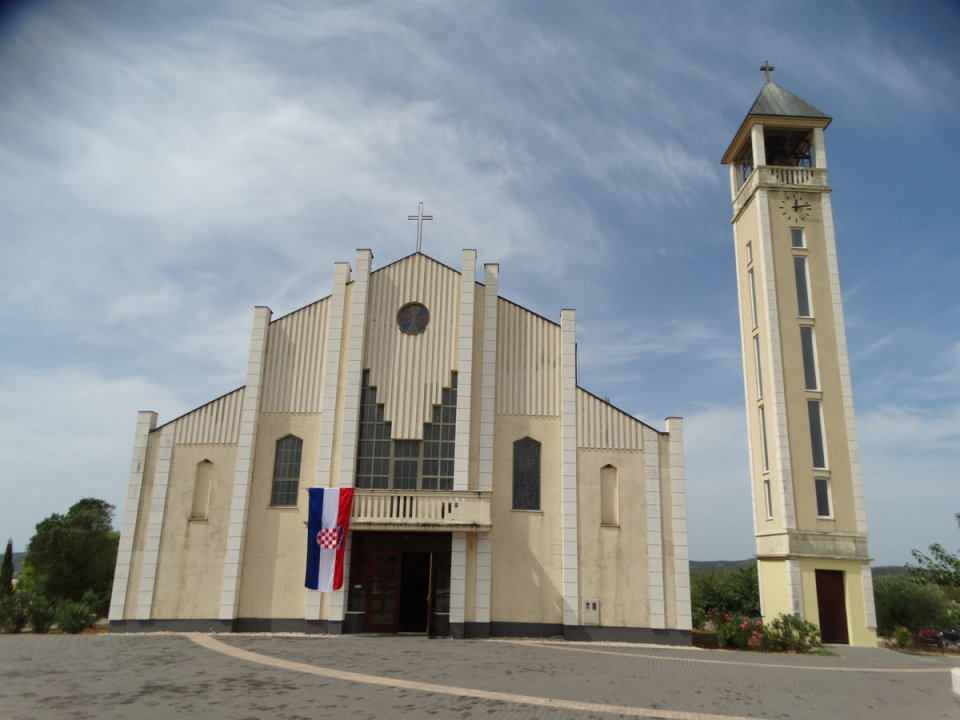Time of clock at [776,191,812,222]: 12:12
